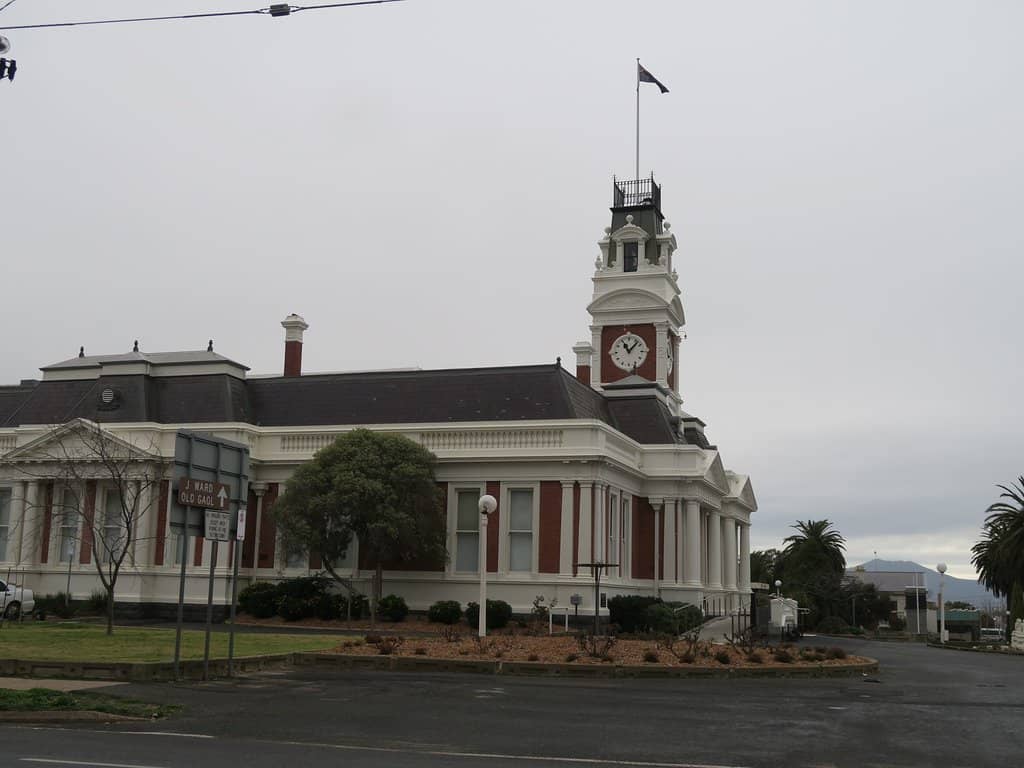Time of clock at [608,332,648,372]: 11:07
